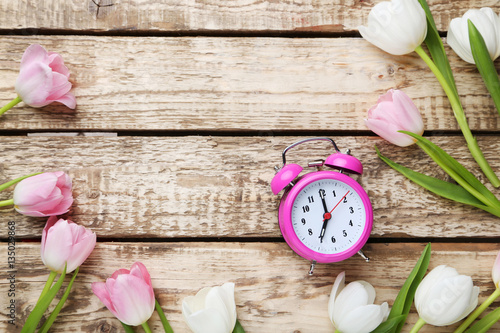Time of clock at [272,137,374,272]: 7:00
